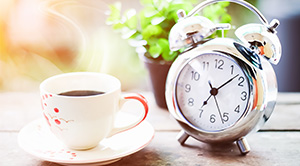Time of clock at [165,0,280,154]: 7:08
